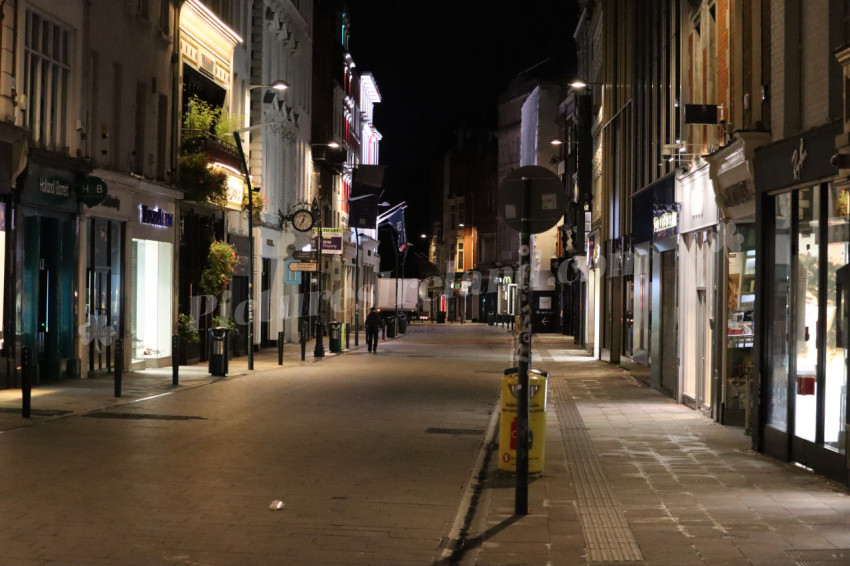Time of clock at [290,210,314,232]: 7:03
